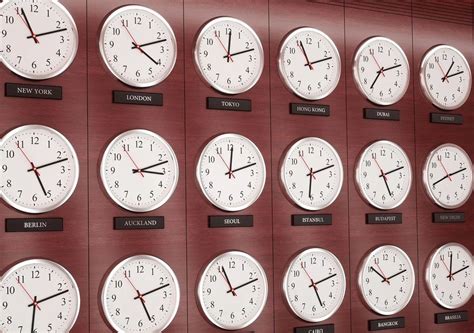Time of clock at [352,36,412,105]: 7:12
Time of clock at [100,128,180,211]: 3:11
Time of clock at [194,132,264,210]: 12:11
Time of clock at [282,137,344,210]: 6:12
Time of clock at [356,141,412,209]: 5:12
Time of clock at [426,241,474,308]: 12:12
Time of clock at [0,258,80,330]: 6:11
